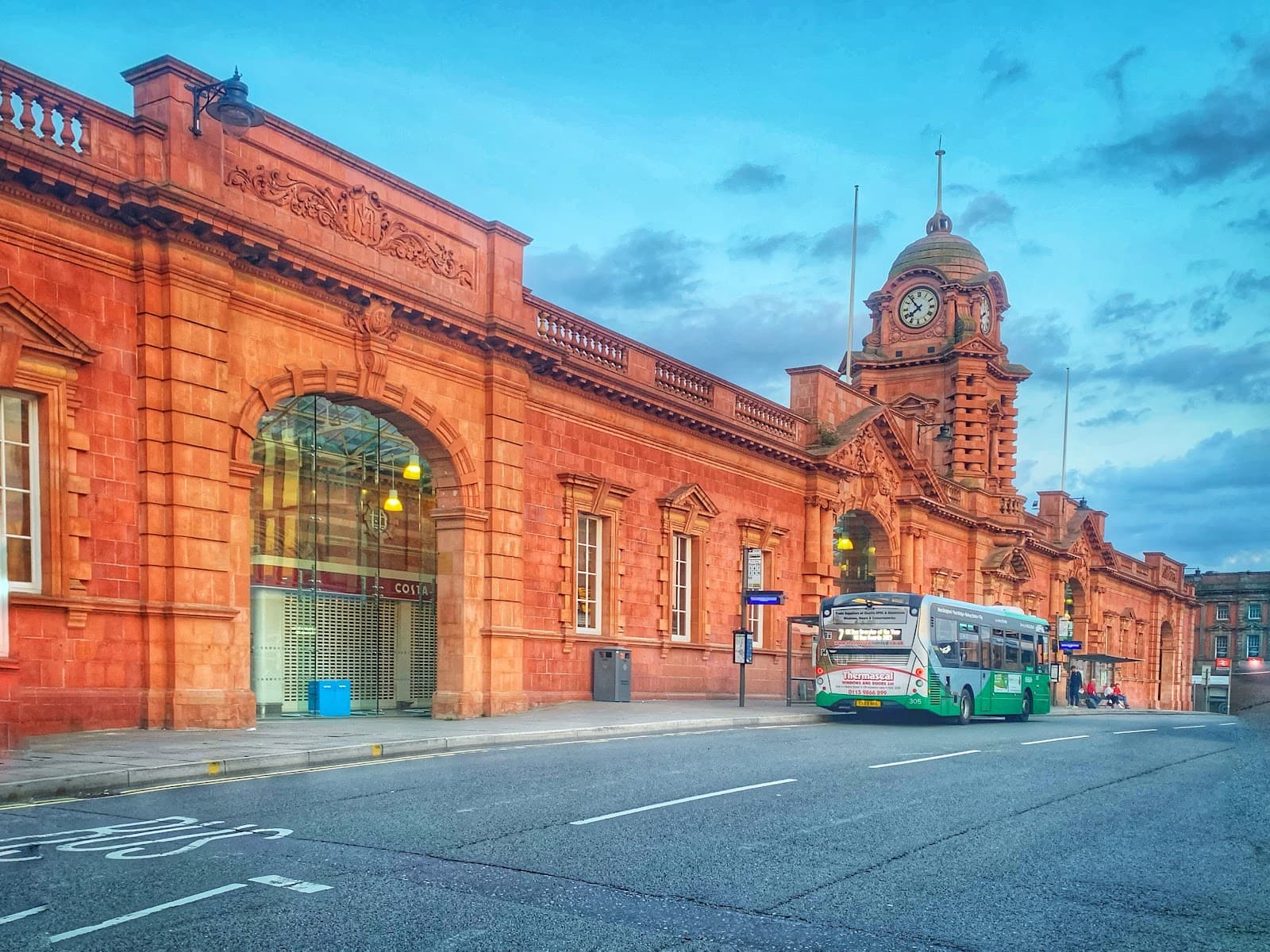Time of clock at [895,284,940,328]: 7:53
